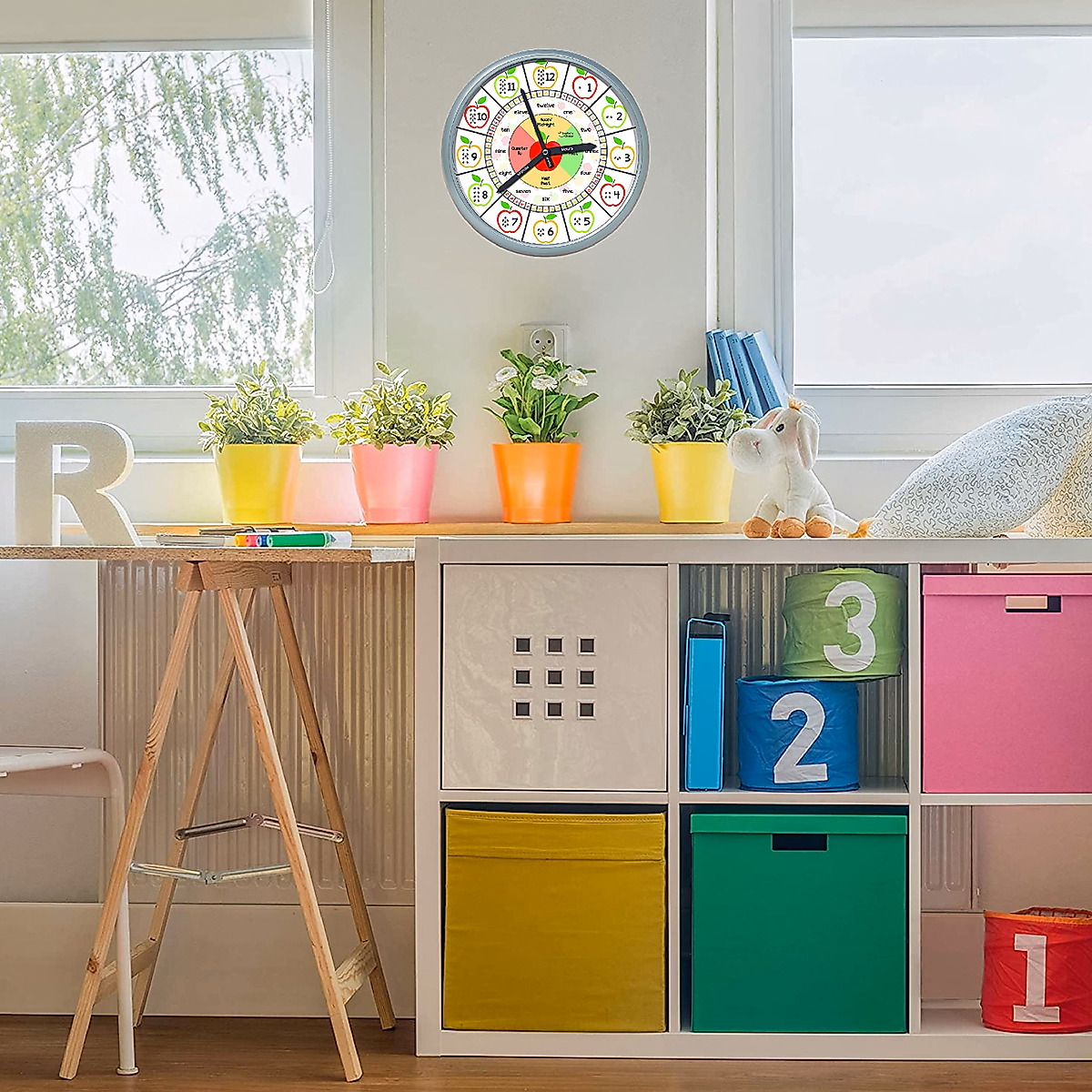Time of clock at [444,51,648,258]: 2:56
